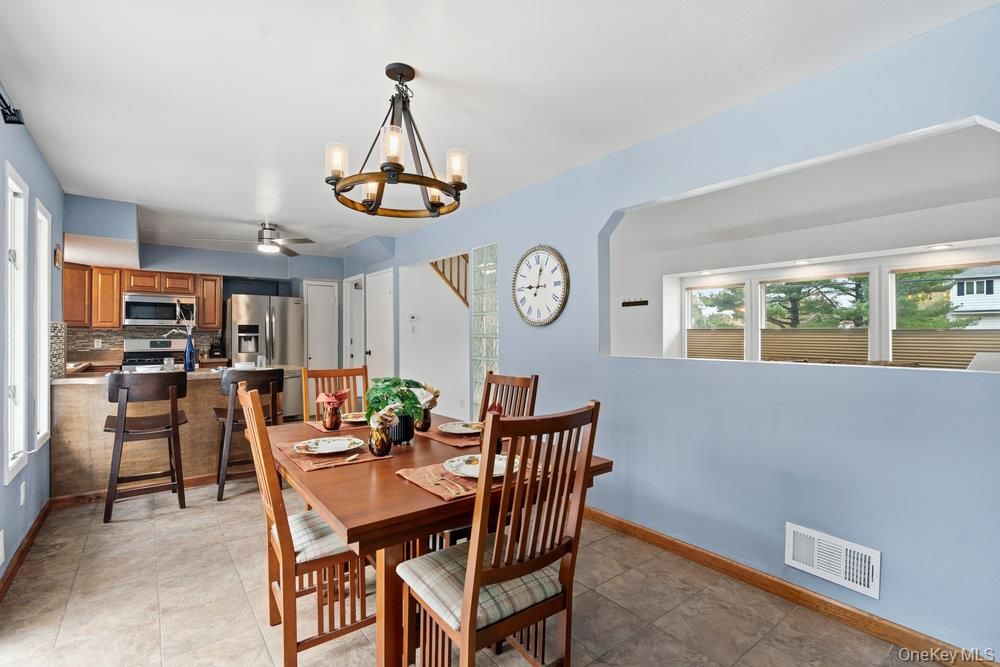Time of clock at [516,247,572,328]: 9:02
